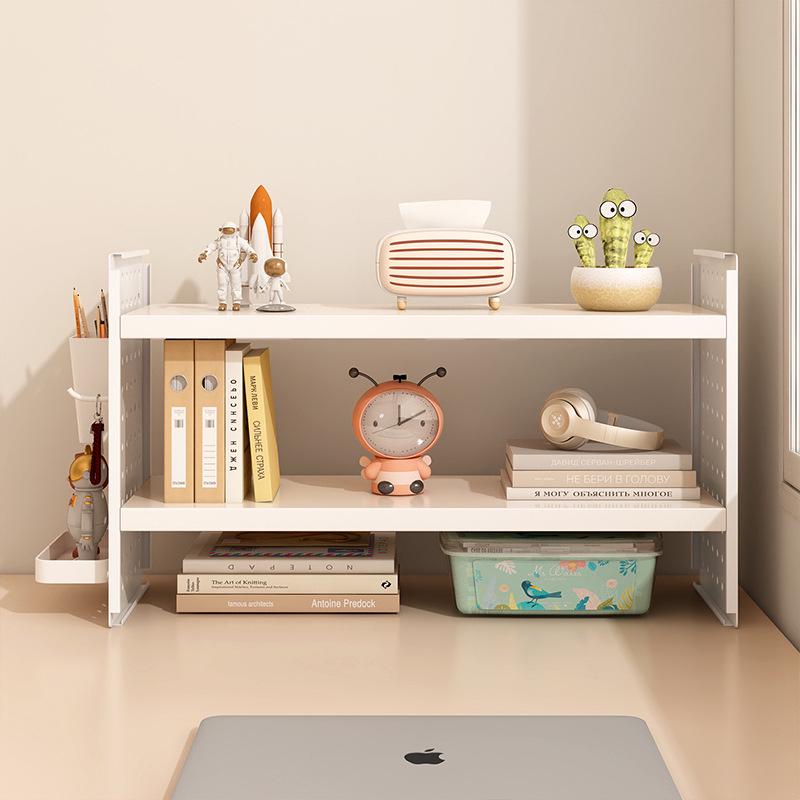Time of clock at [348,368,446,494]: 12:10
